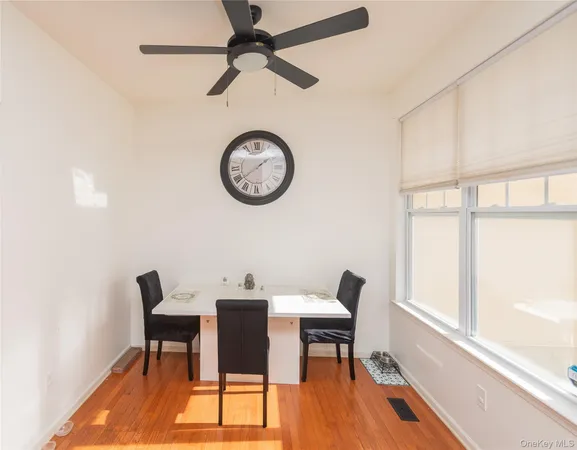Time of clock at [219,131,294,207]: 1:38
